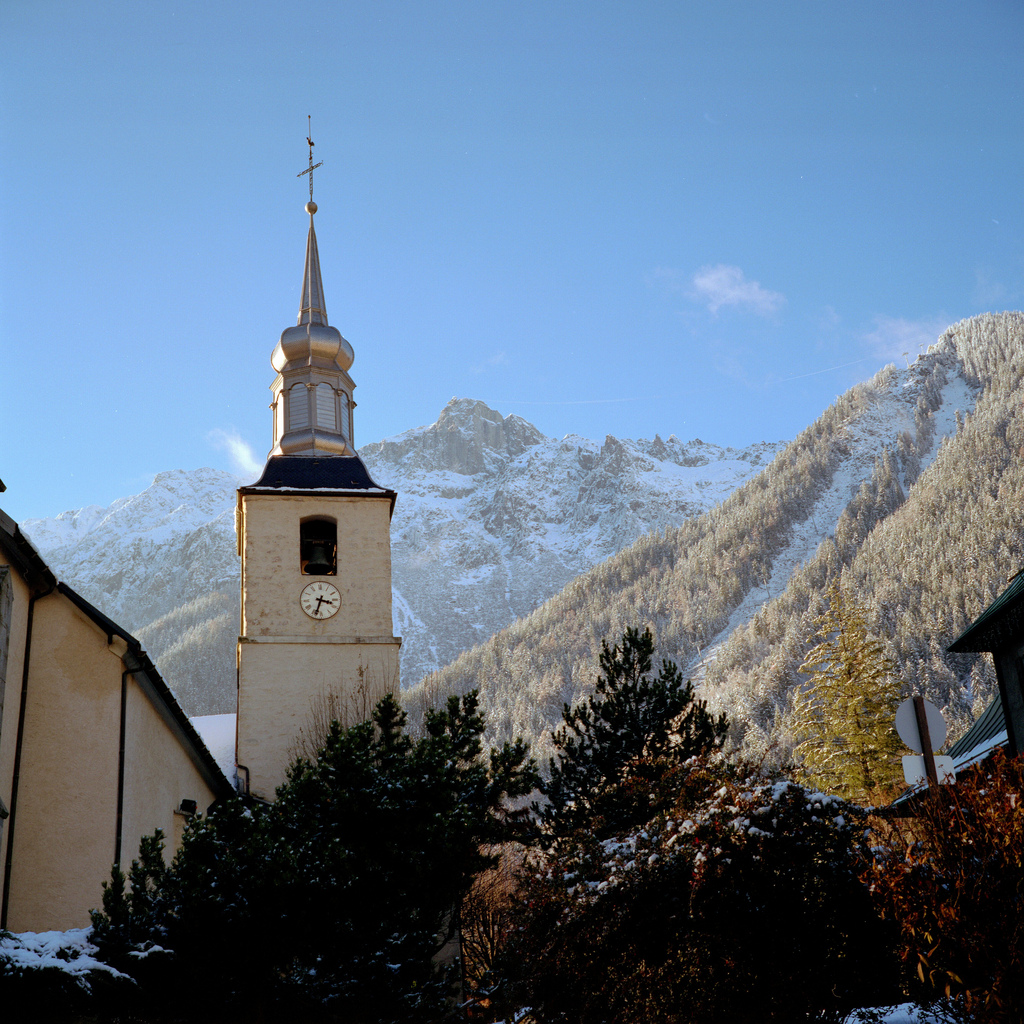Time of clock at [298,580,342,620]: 3:33
